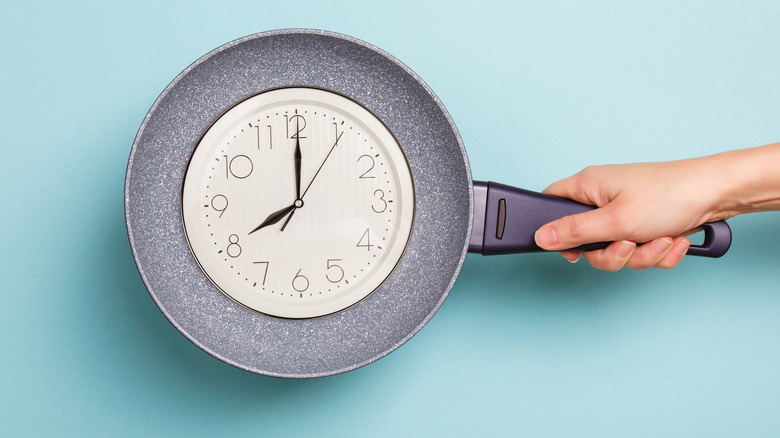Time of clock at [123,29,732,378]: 7:59
